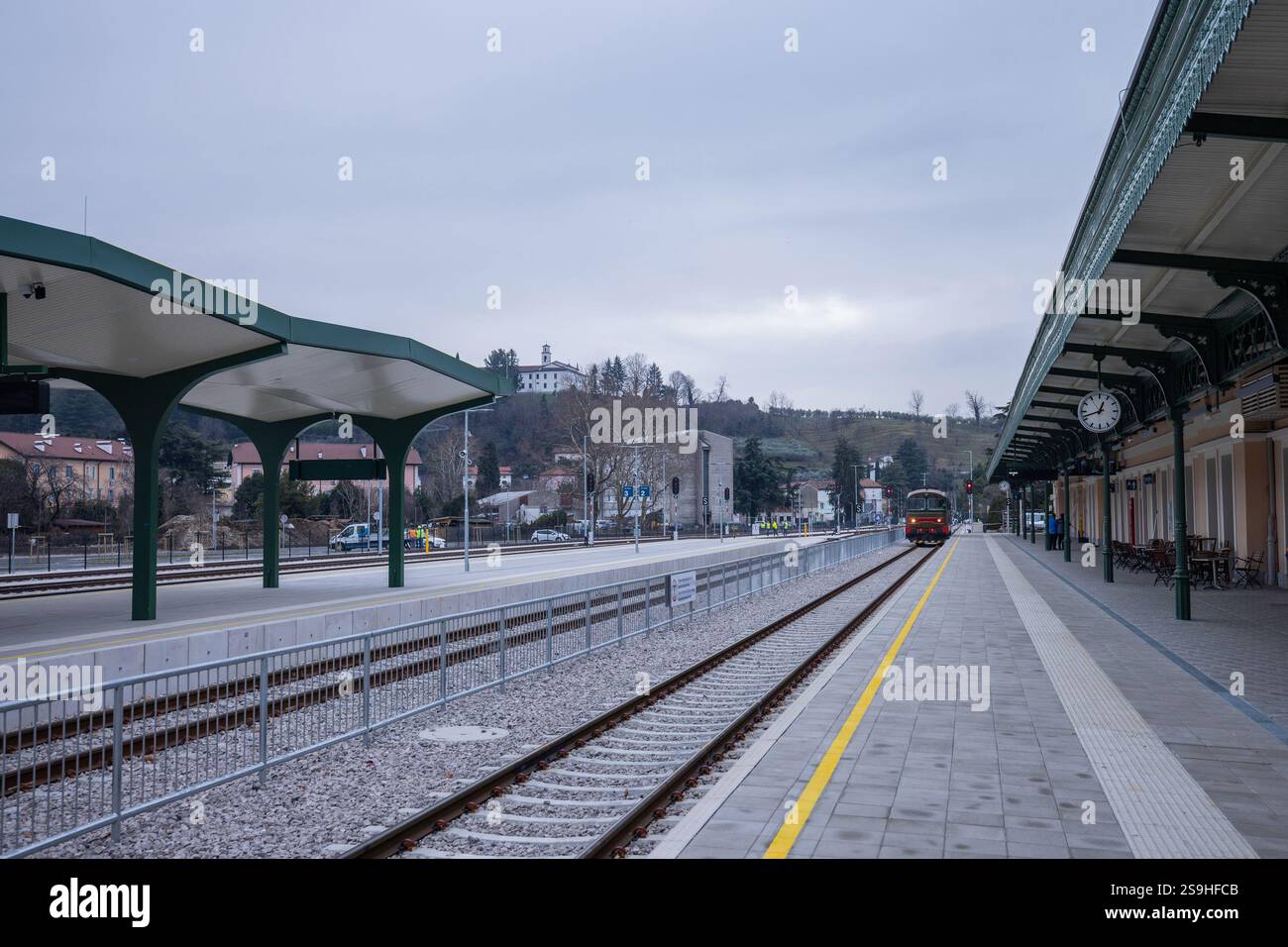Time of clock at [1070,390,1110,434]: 12:42
